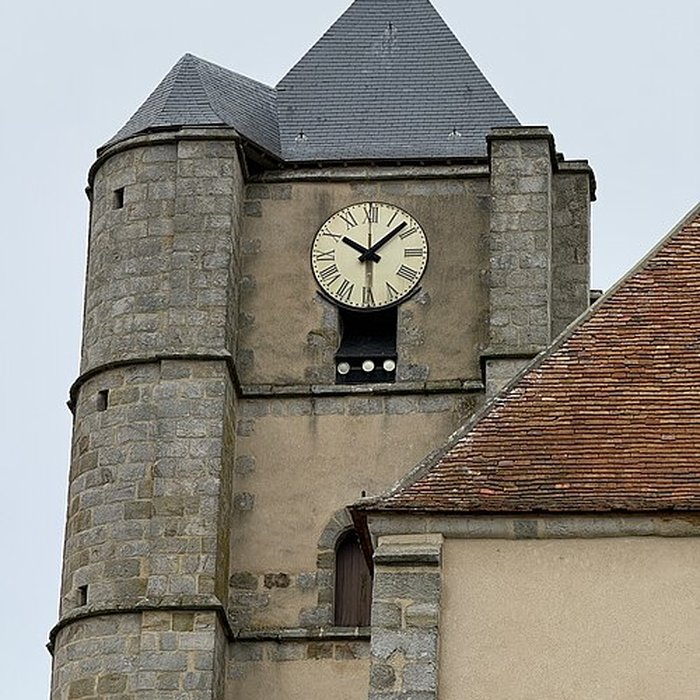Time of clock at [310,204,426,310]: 10:07
